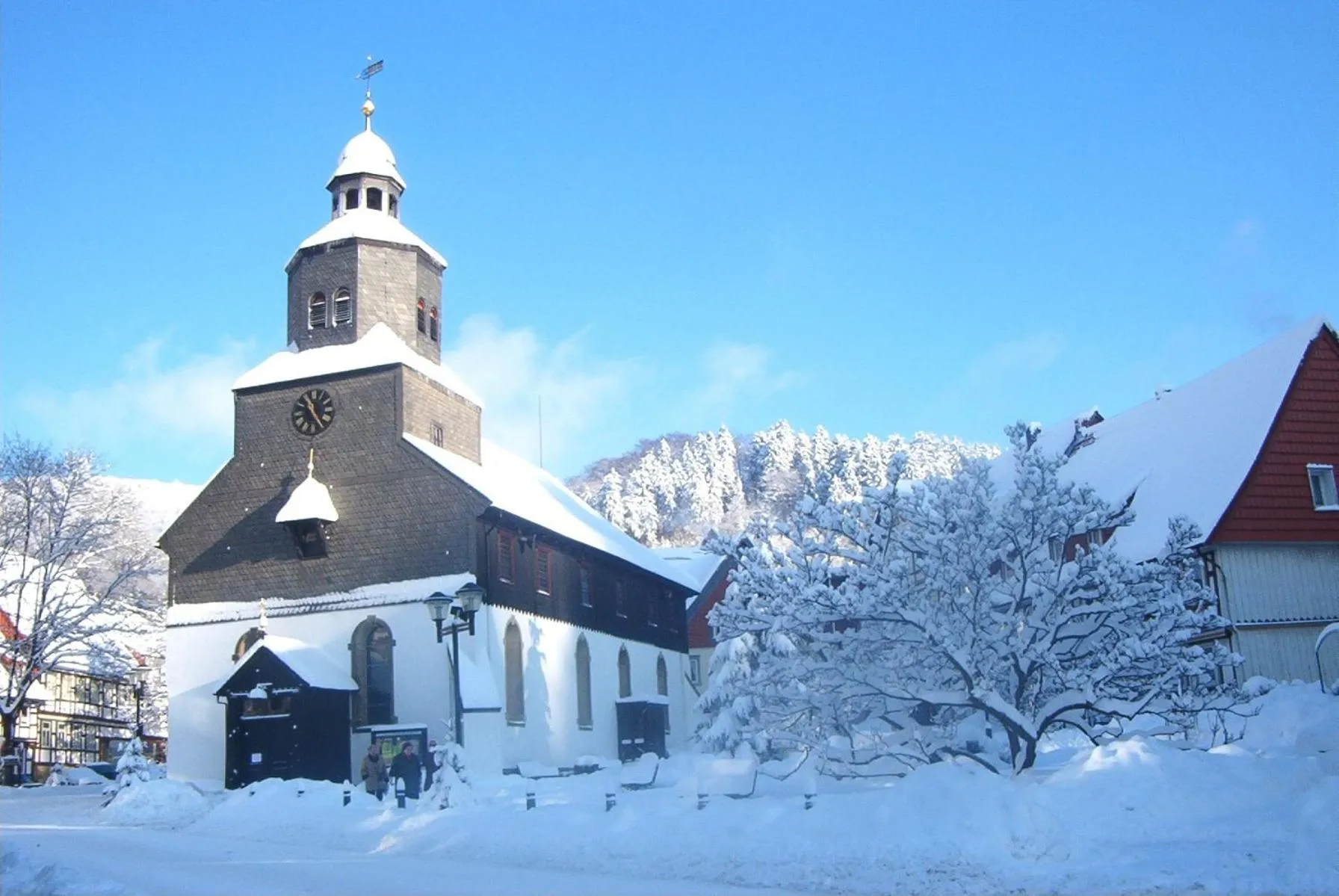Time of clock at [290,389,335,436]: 11:24
